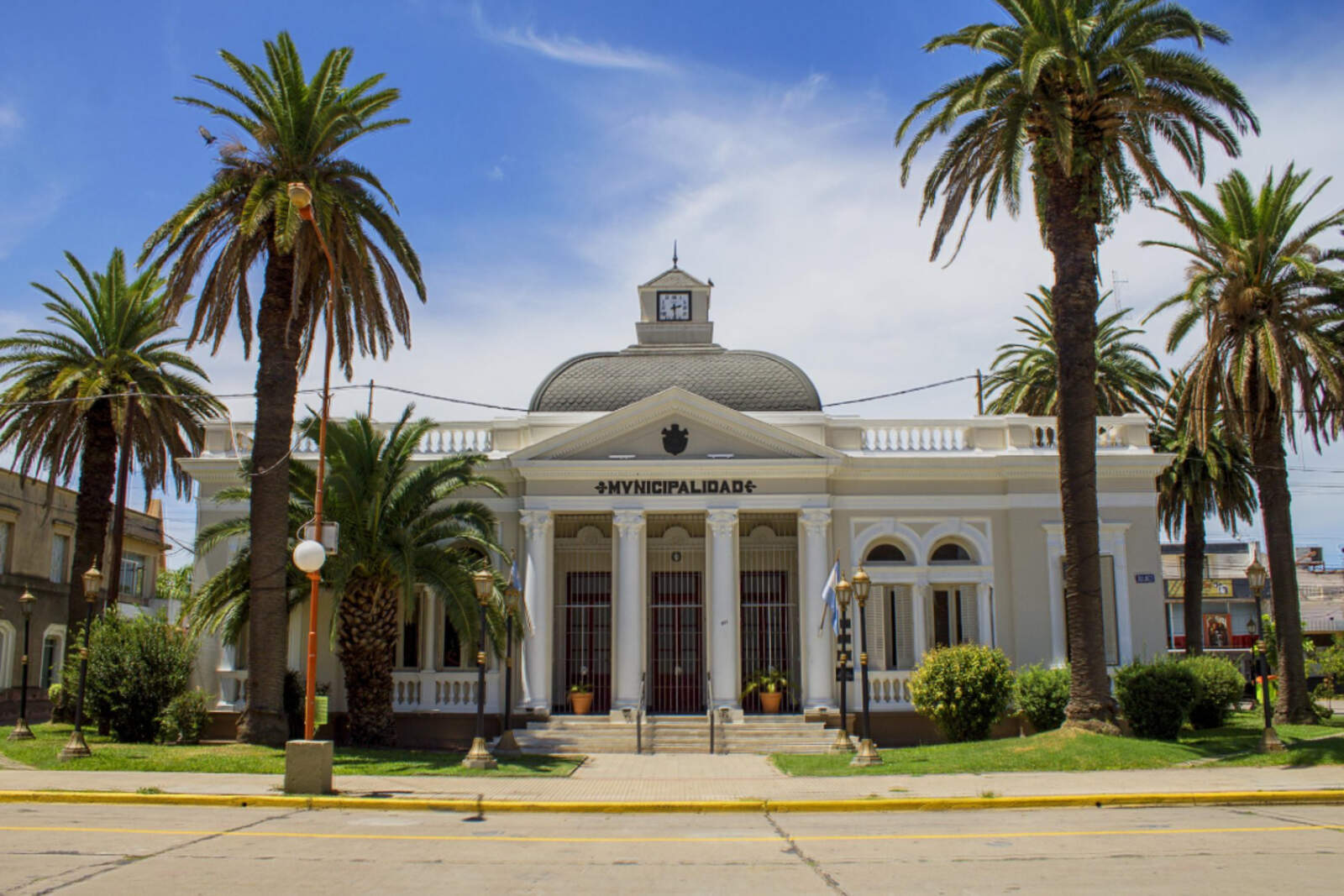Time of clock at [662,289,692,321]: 2:29
